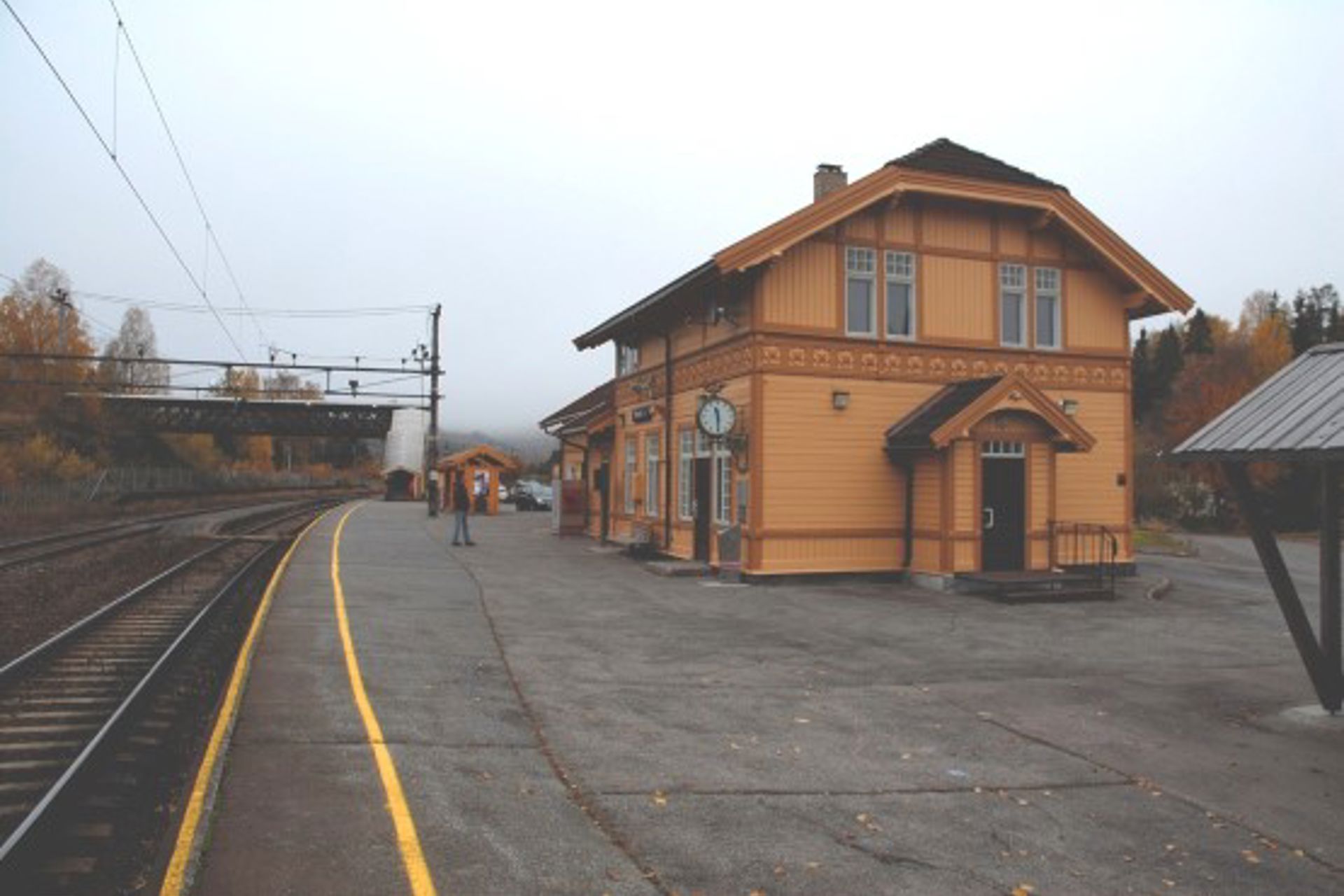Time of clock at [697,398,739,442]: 11:29
